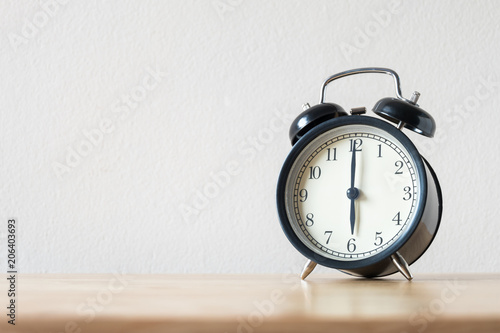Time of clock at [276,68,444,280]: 6:00
